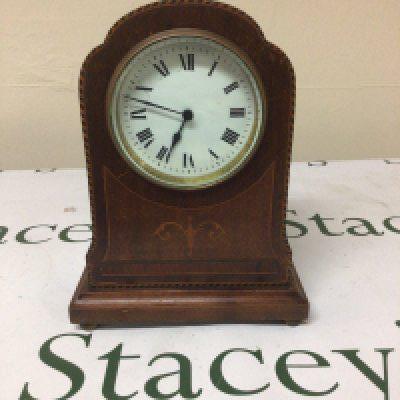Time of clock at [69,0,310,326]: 6:47
